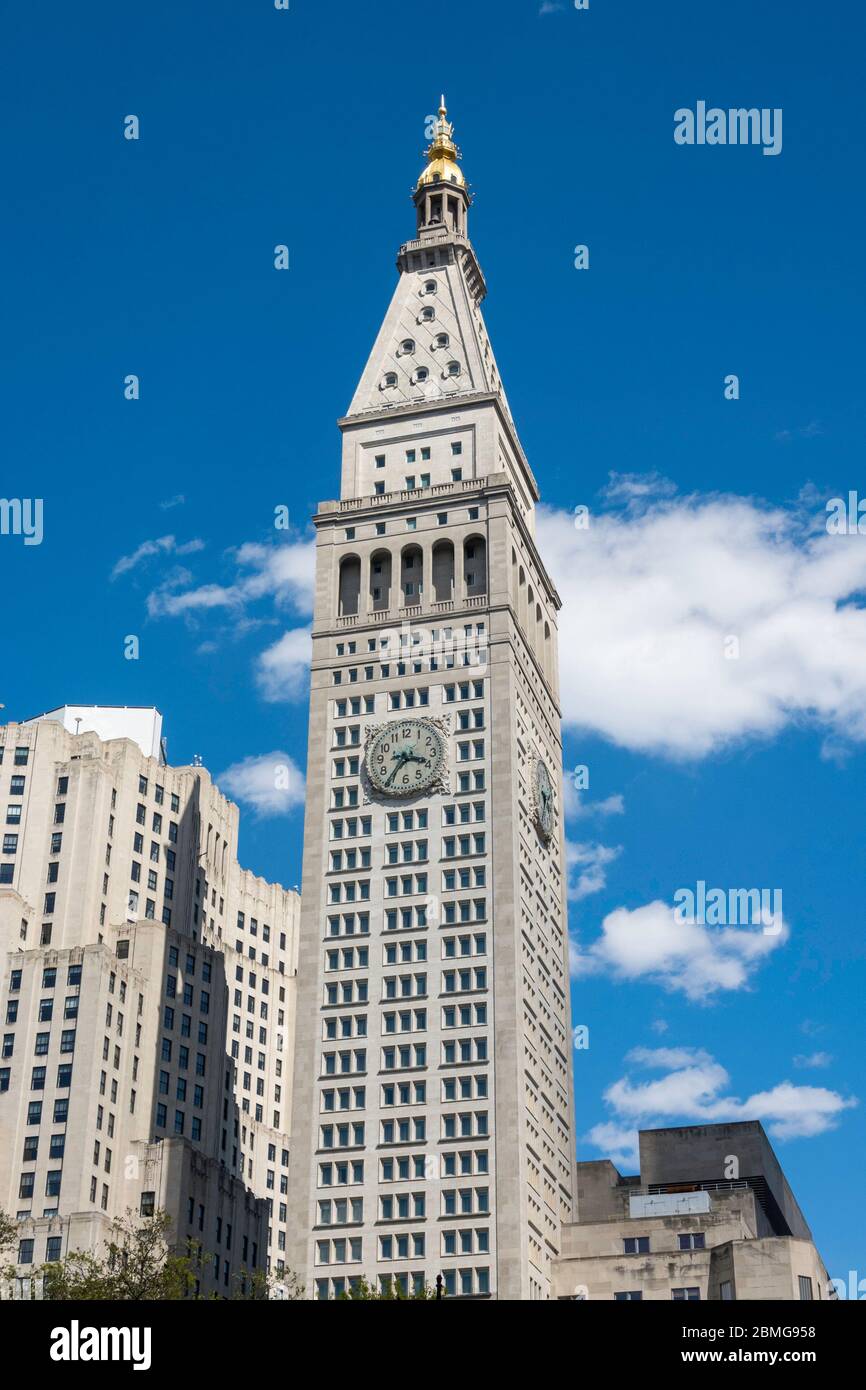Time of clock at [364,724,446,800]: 3:36
